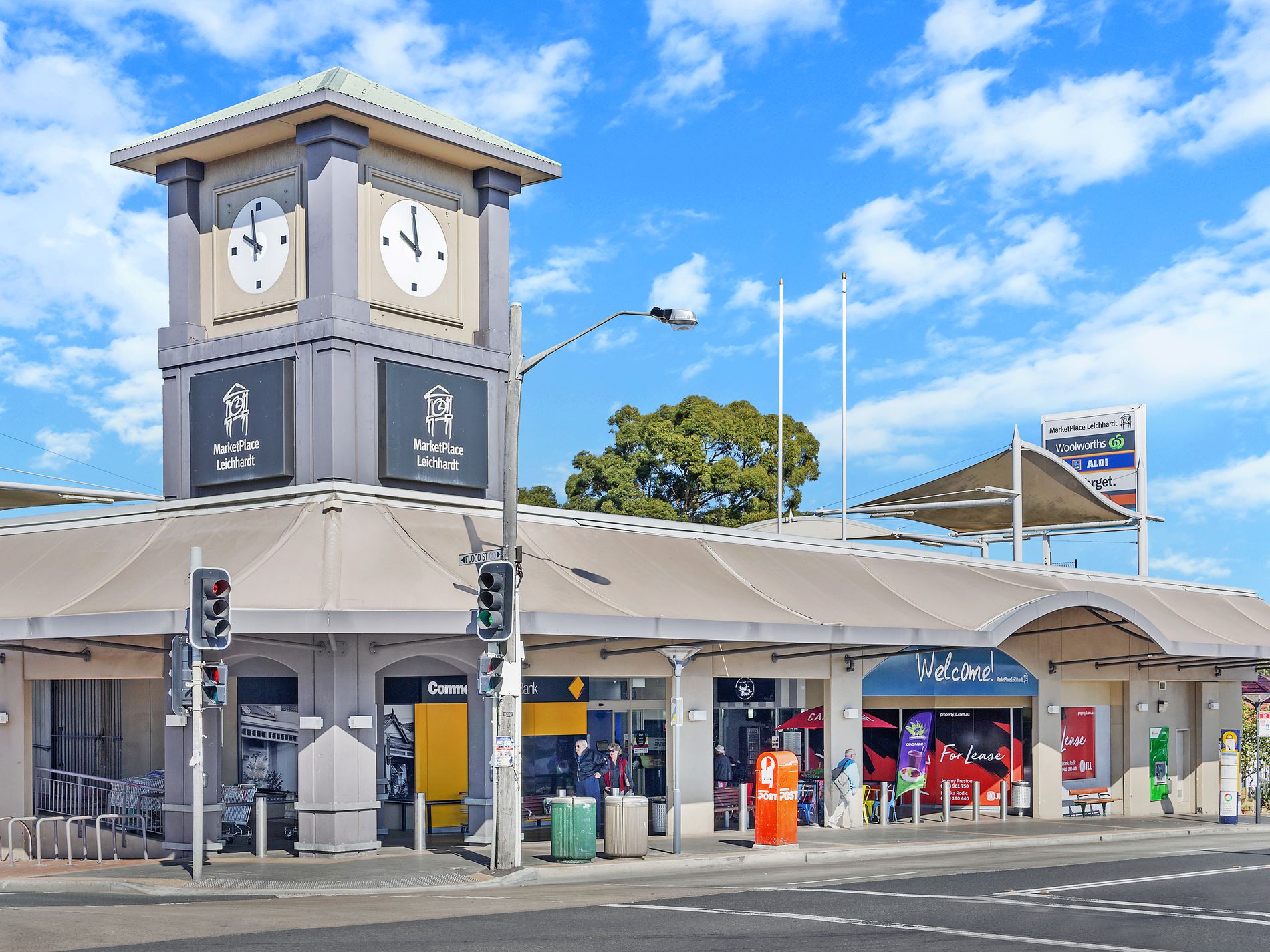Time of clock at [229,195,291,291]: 9:57
